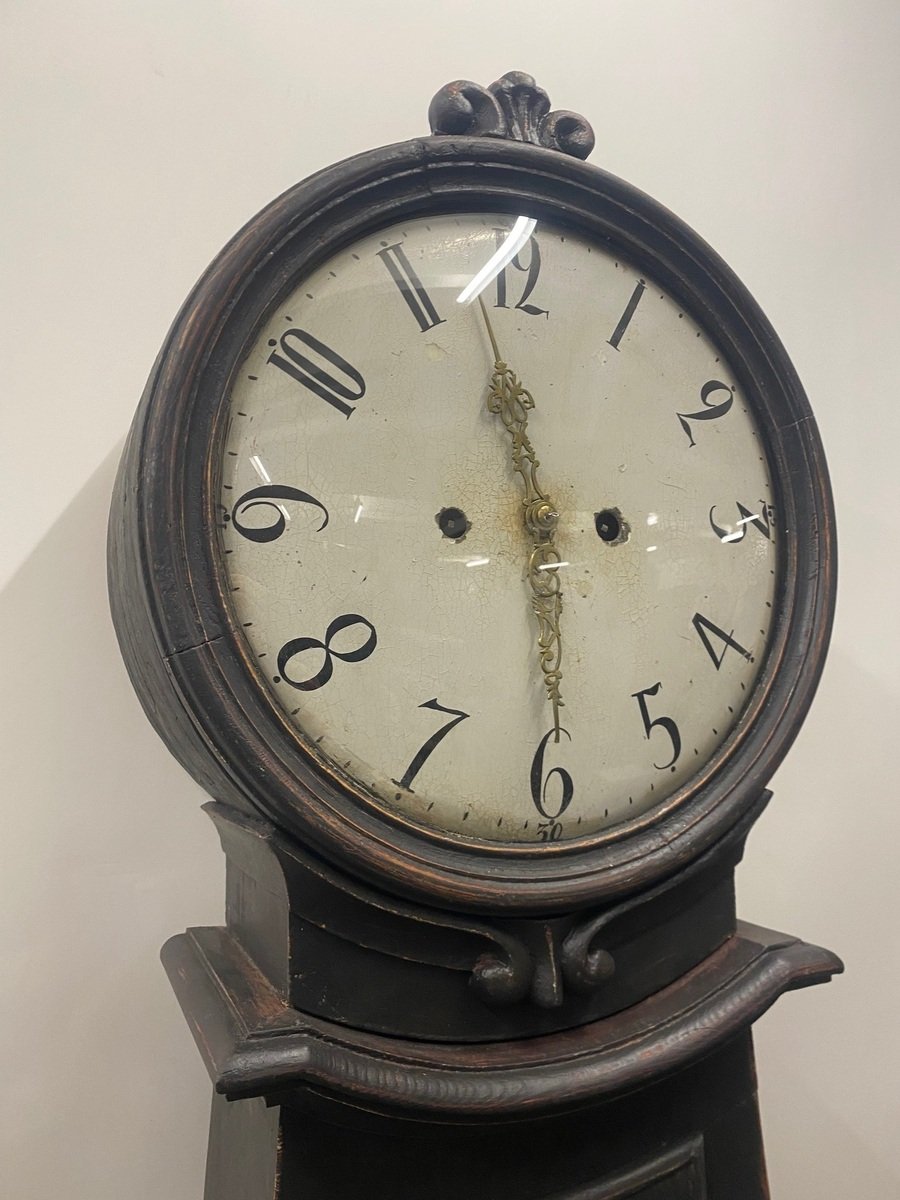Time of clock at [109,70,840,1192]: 11:29
